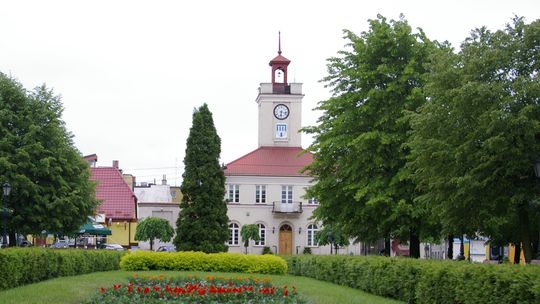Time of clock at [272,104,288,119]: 6:17
